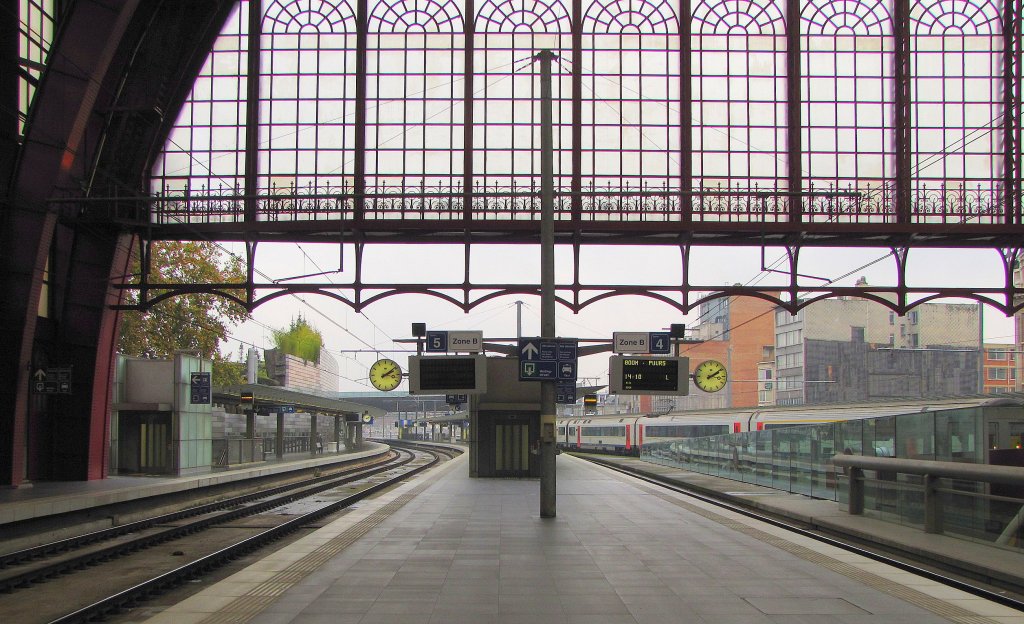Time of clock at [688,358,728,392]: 2:09
